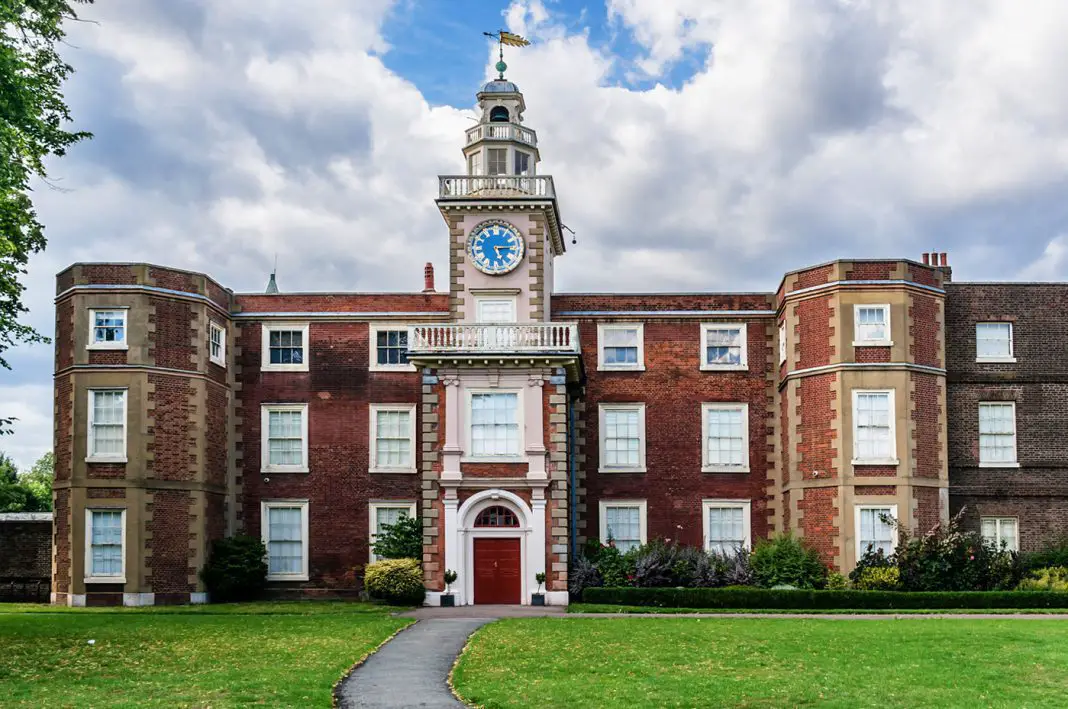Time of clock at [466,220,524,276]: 5:14
